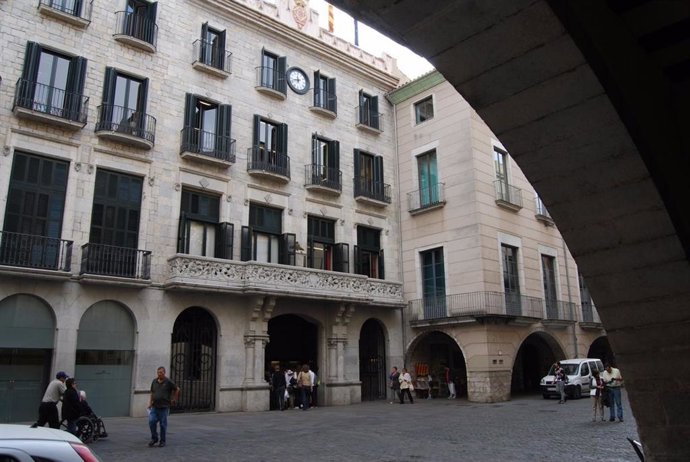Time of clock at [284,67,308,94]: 11:42
